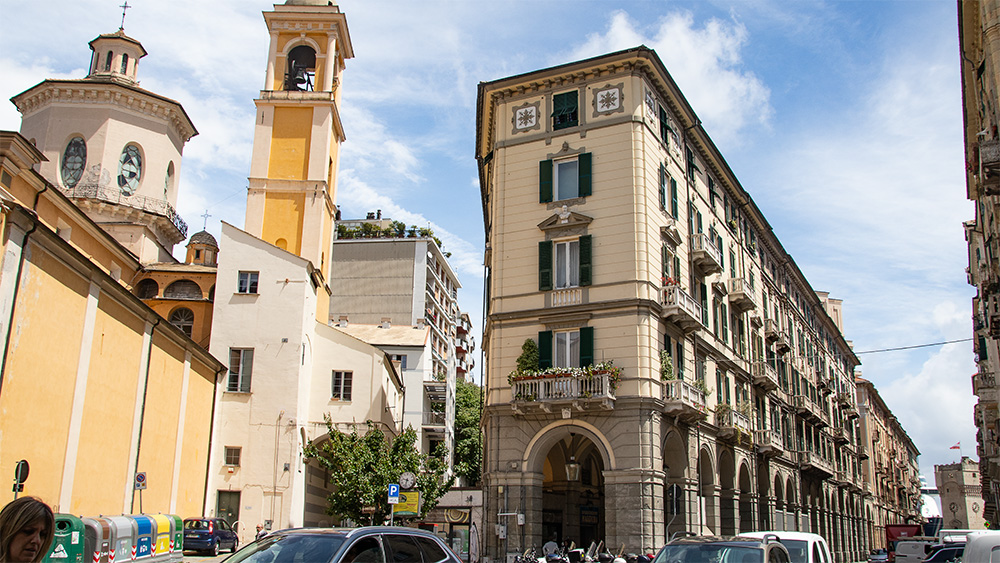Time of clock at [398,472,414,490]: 9:33
